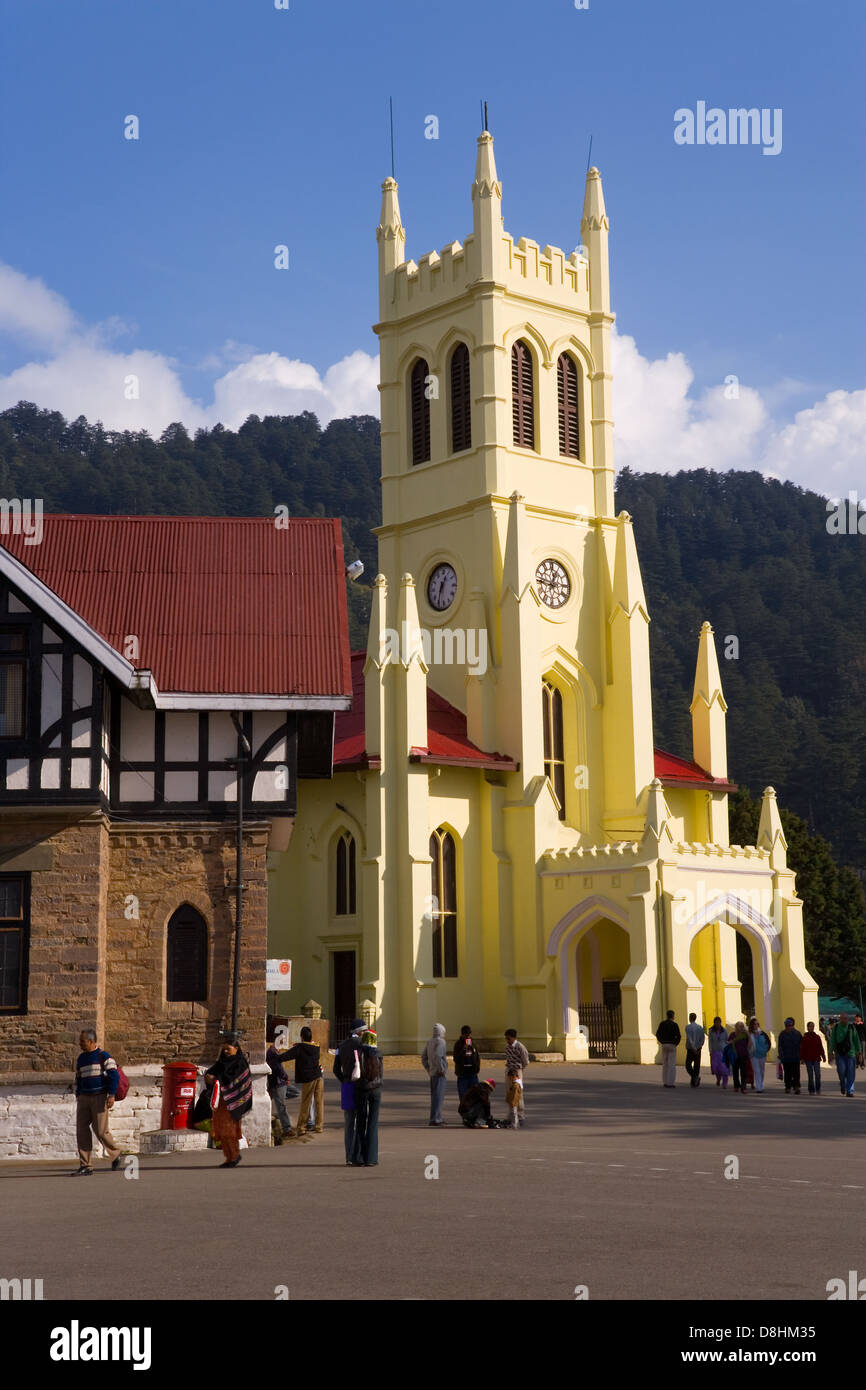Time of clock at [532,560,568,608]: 12:46
